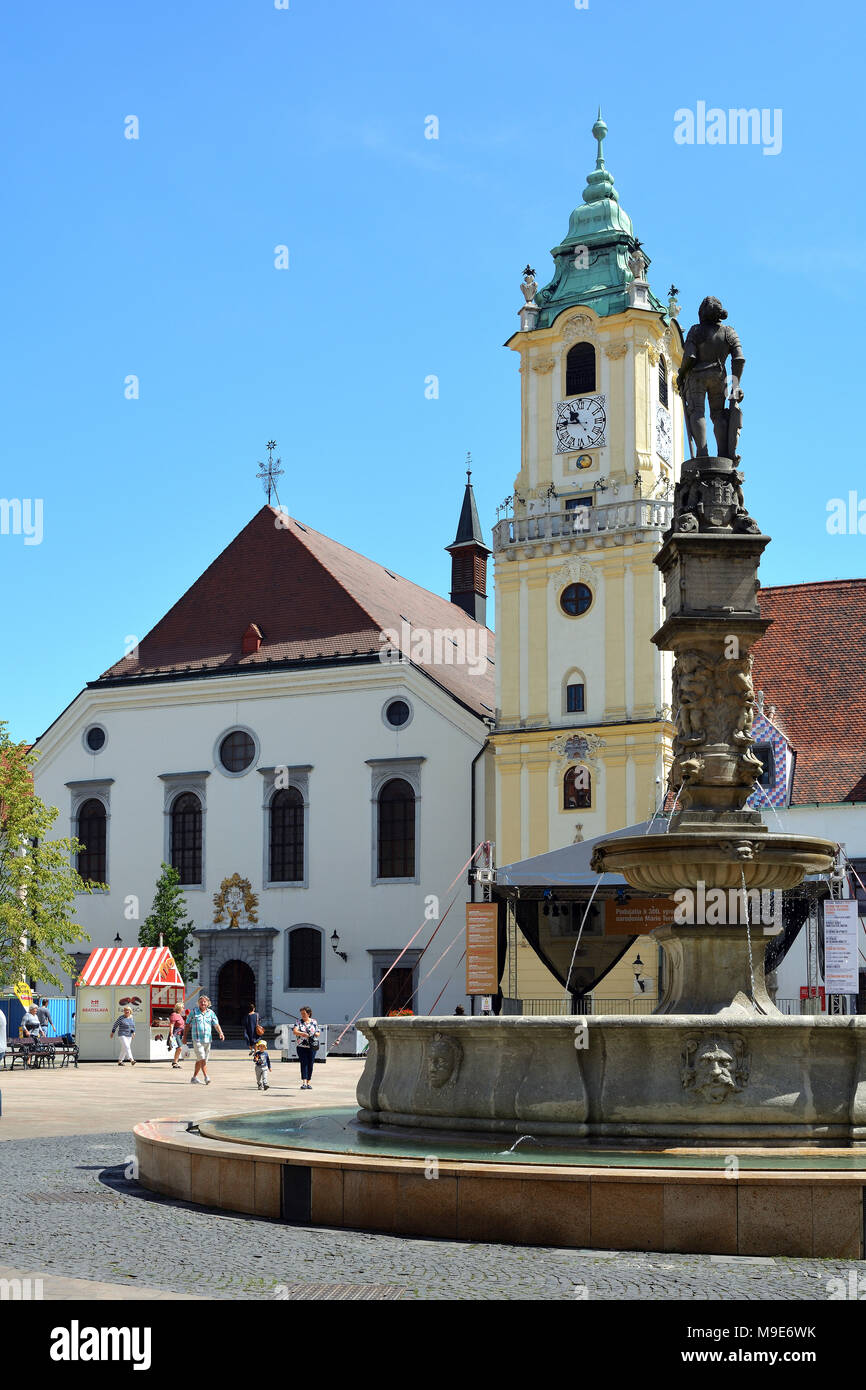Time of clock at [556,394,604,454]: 10:46
